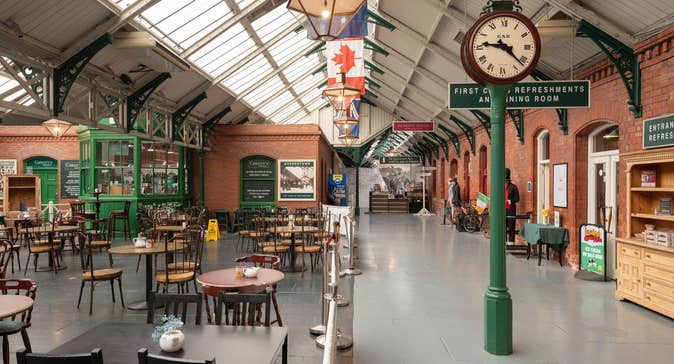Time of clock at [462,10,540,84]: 9:22
